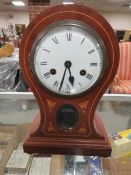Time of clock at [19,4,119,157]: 5:33
